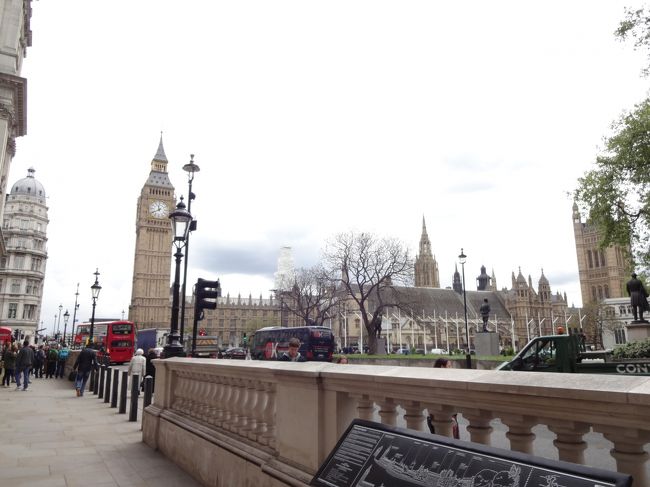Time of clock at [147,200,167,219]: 11:40
